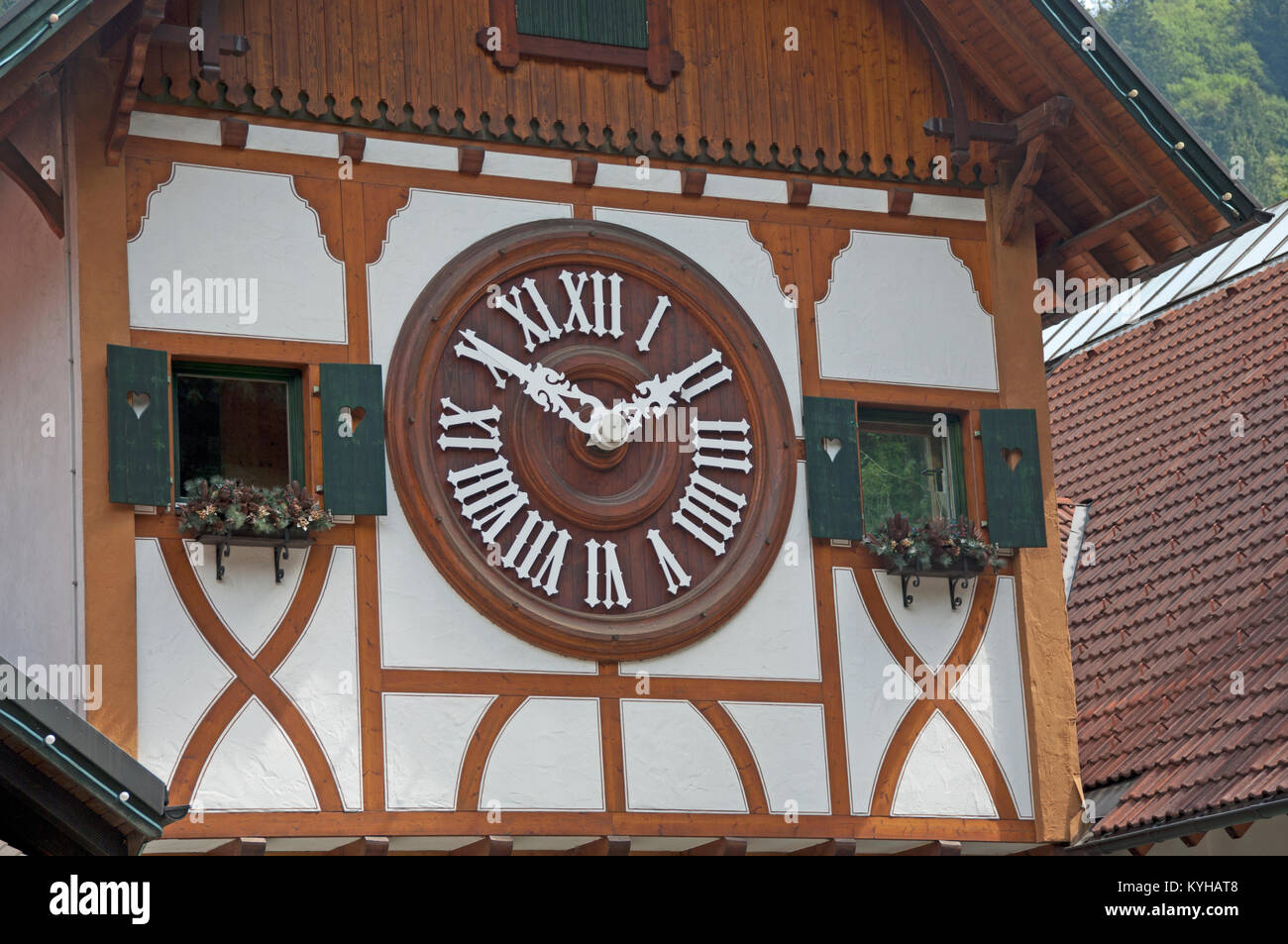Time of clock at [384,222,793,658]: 1:50
